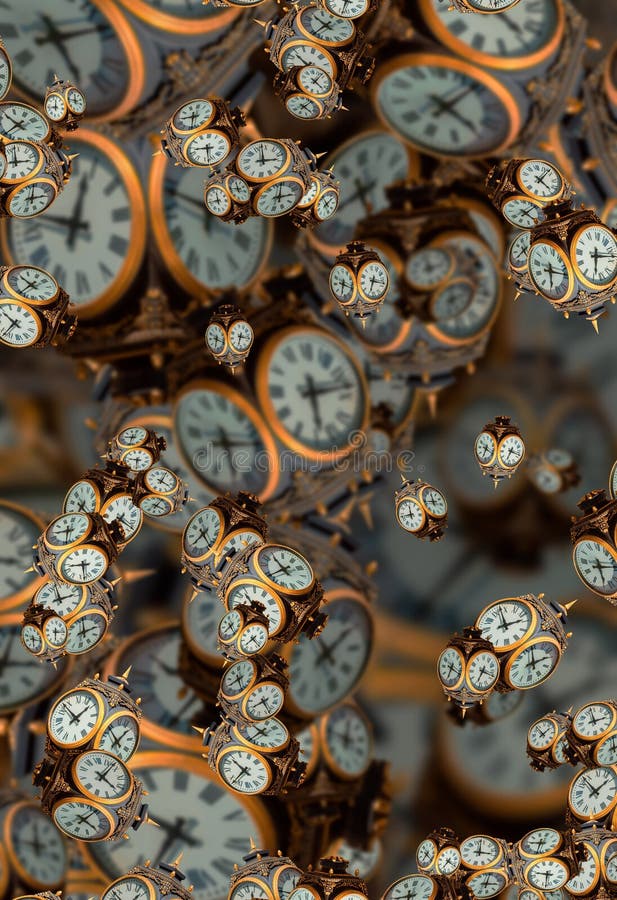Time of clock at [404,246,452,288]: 2:57
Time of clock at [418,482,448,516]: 11:42
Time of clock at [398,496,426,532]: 11:42
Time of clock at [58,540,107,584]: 8:28
